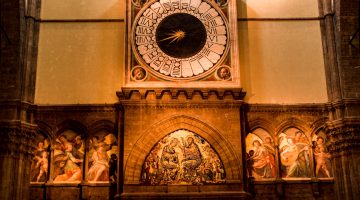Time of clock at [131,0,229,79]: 7:42
